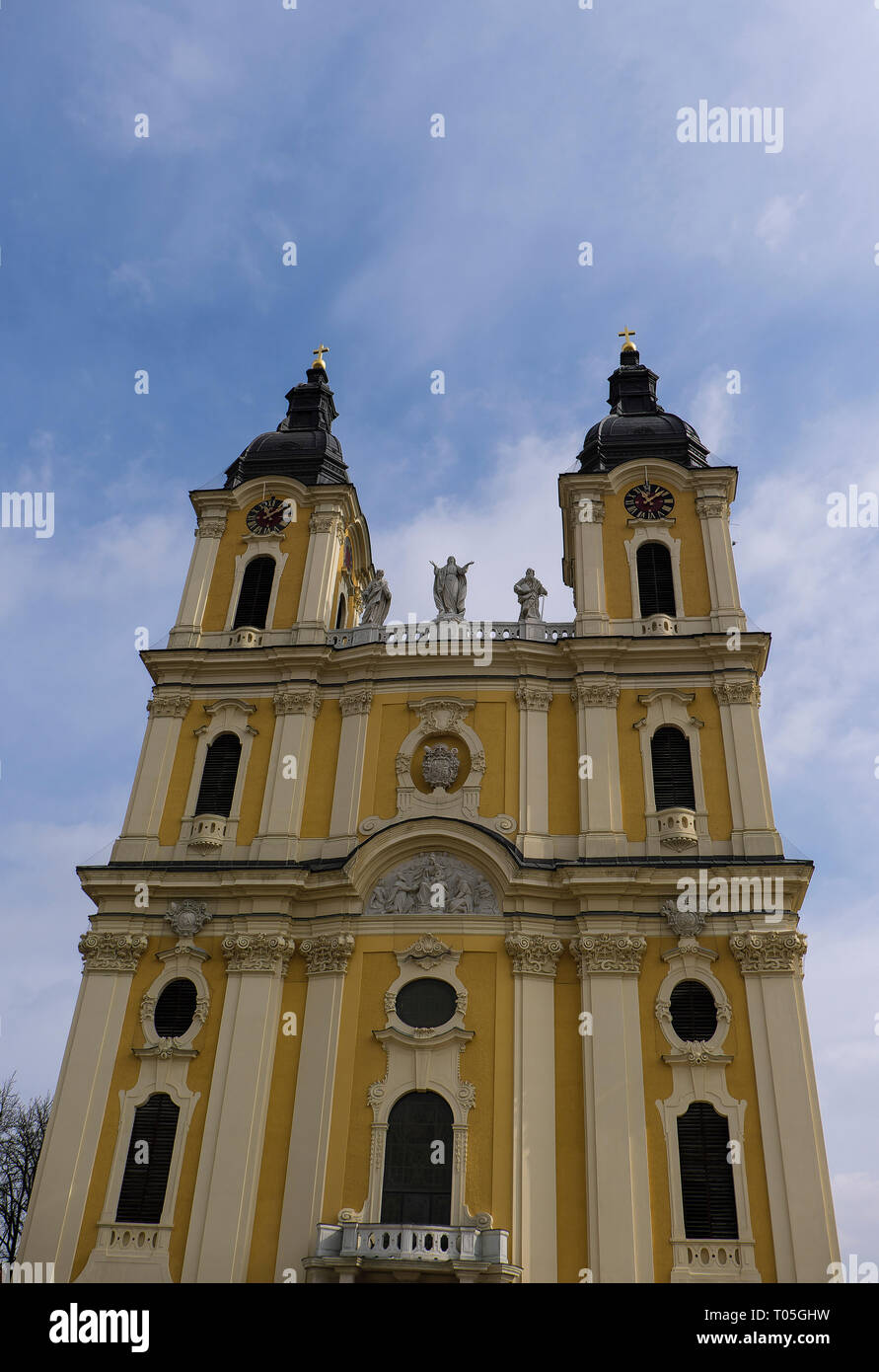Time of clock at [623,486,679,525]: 11:07
